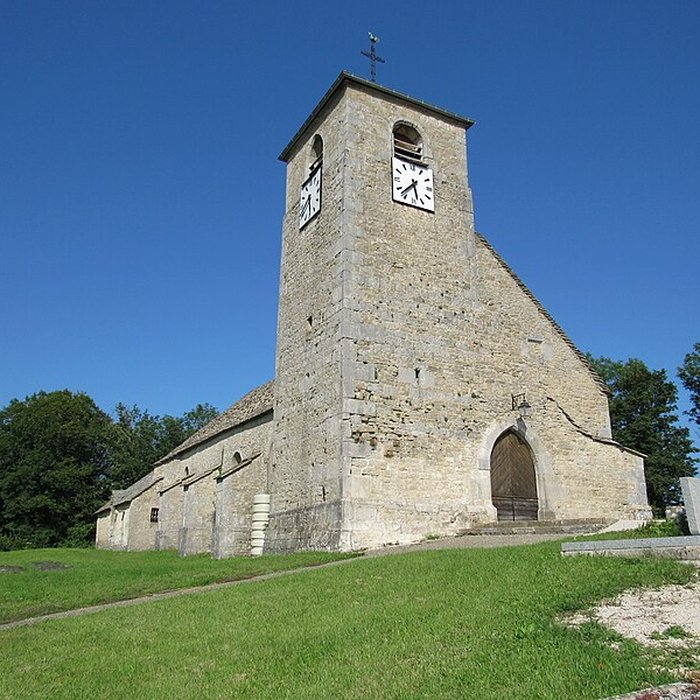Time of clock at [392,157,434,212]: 5:37
